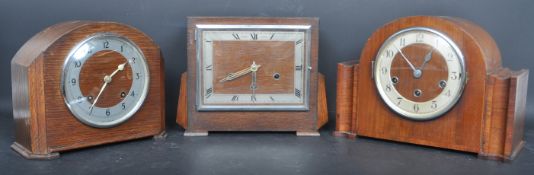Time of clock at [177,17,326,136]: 5:40
